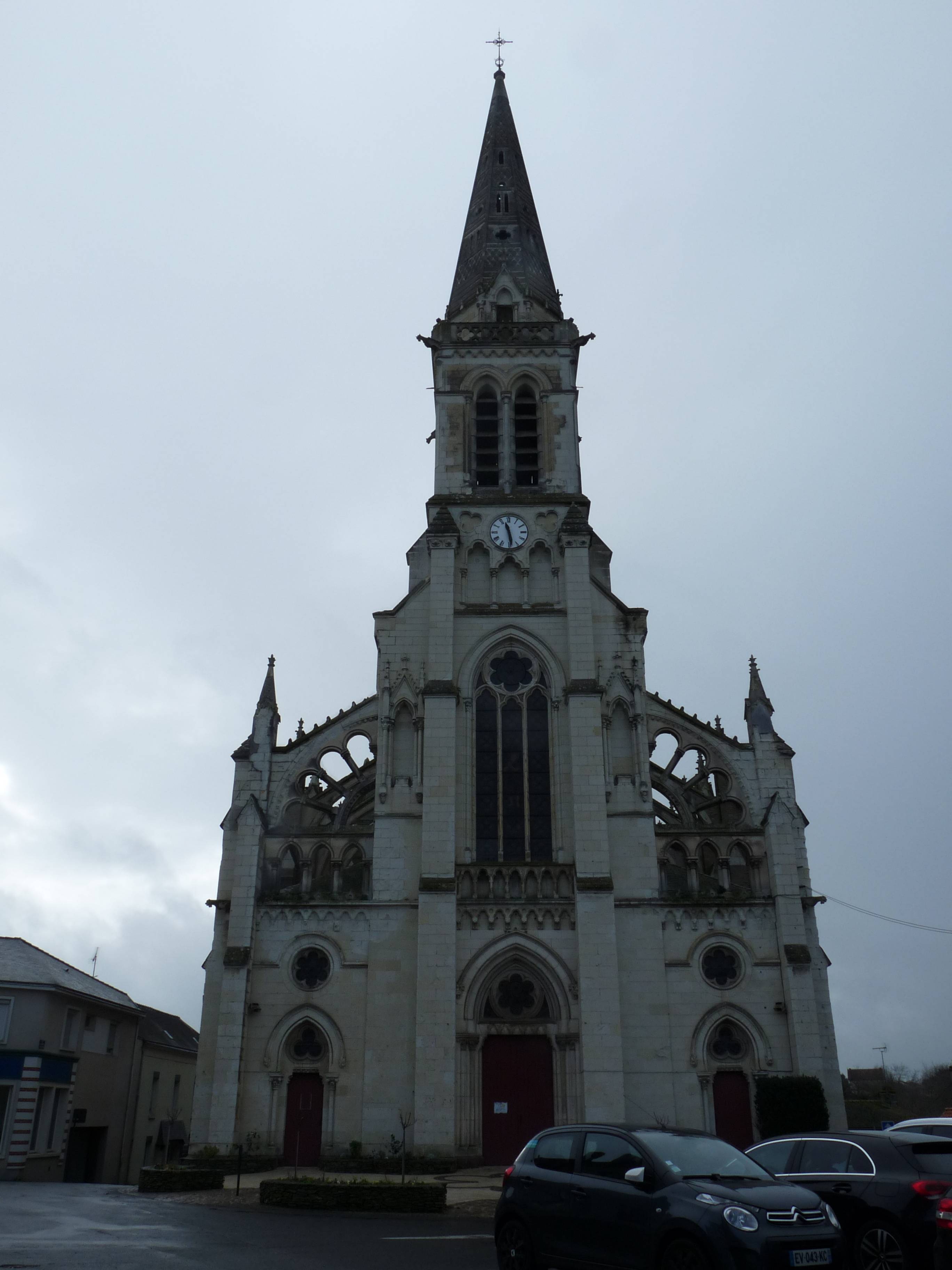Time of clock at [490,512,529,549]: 11:28
